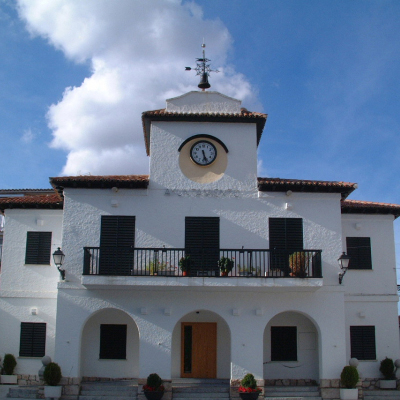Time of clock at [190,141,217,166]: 5:26
